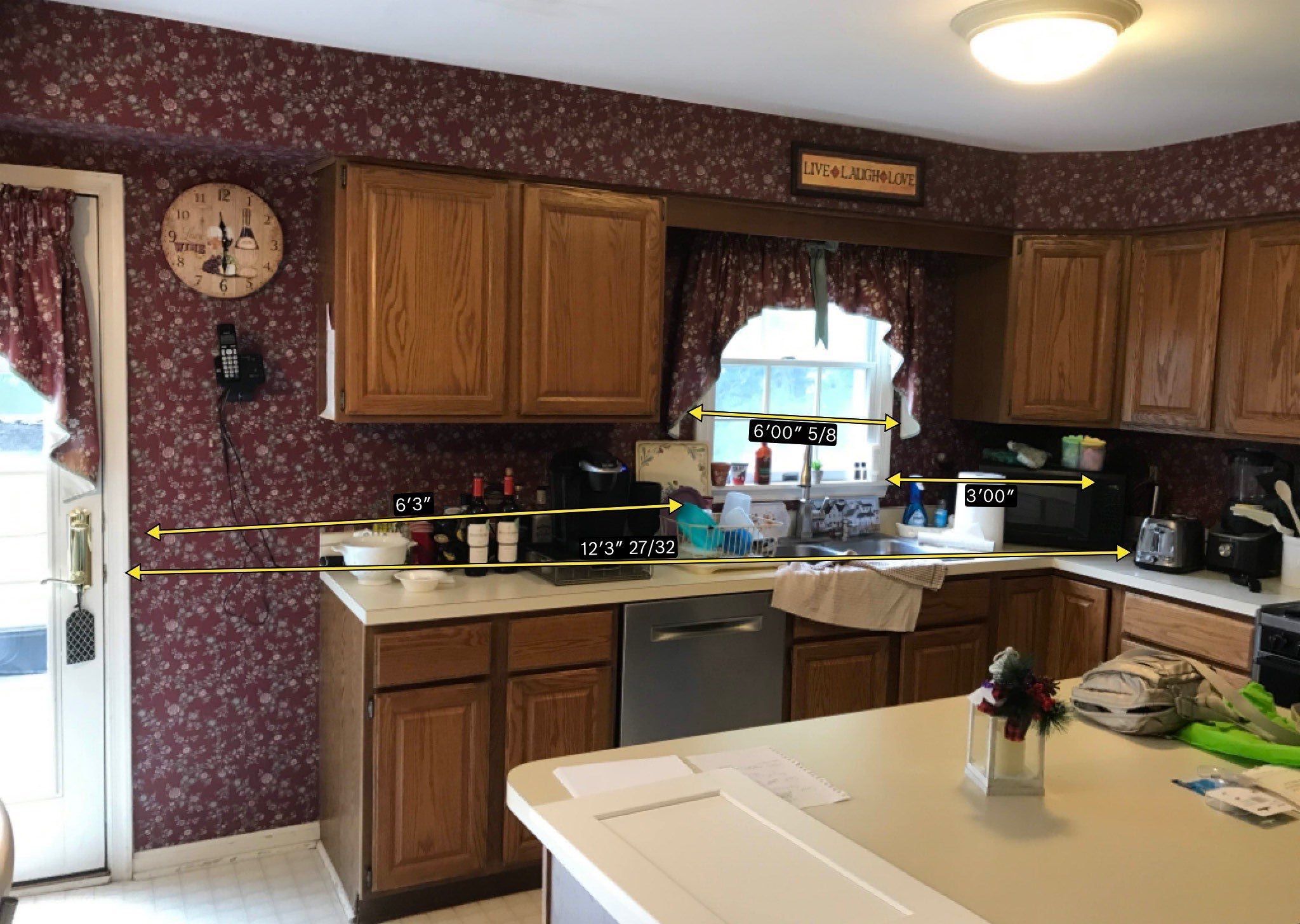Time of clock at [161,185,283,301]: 11:30
